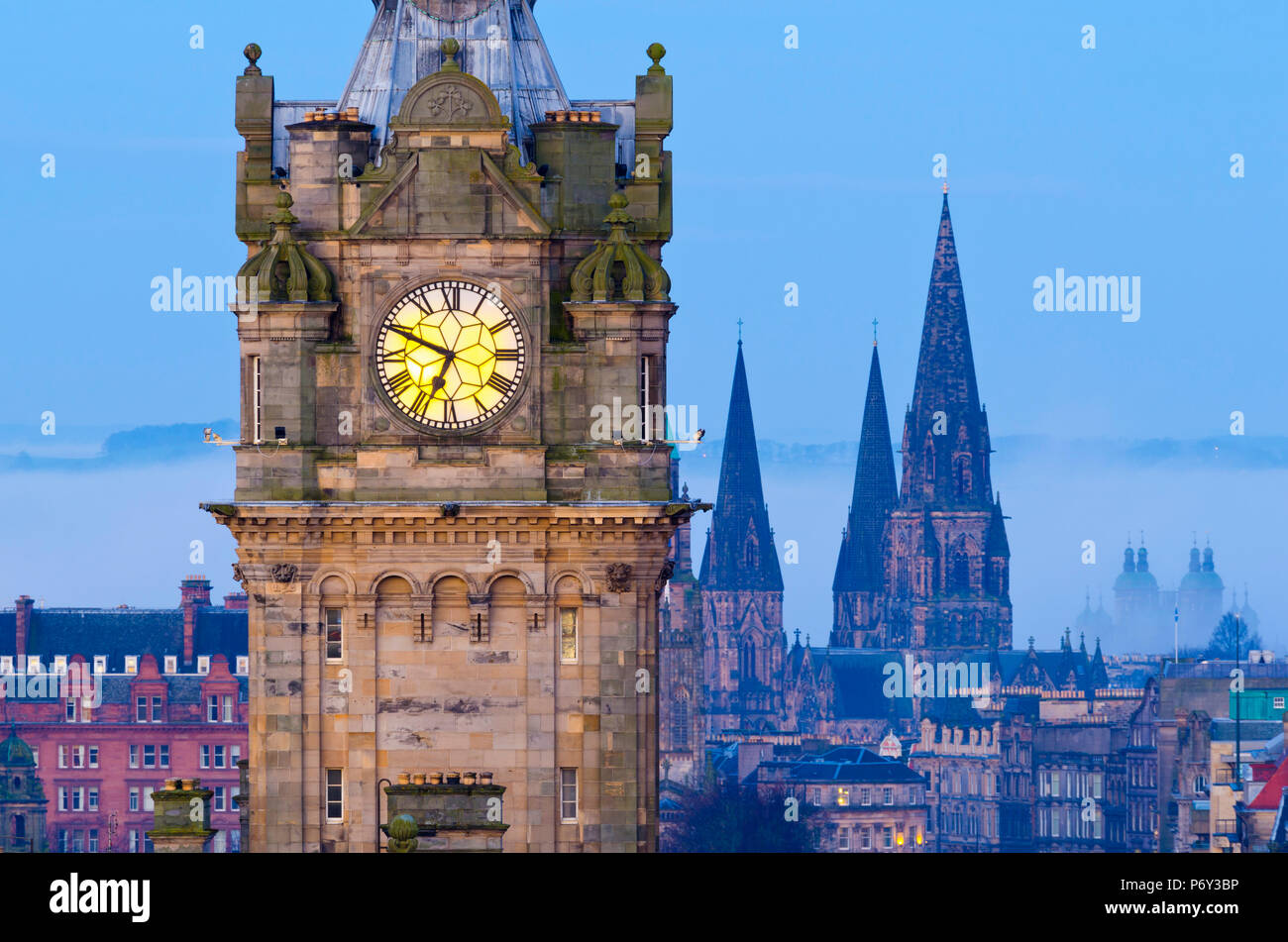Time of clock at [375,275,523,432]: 6:48
